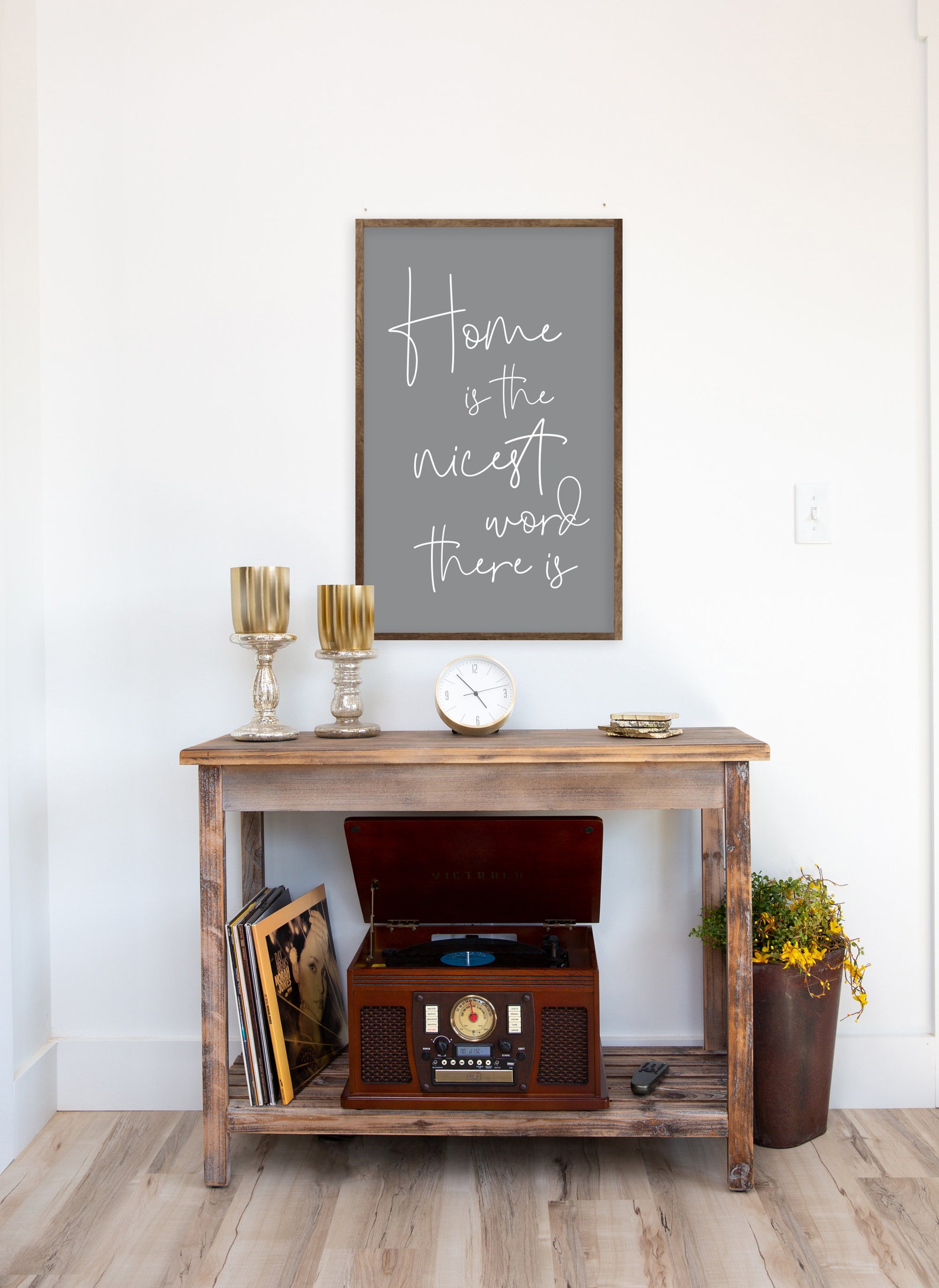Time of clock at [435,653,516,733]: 4:53
